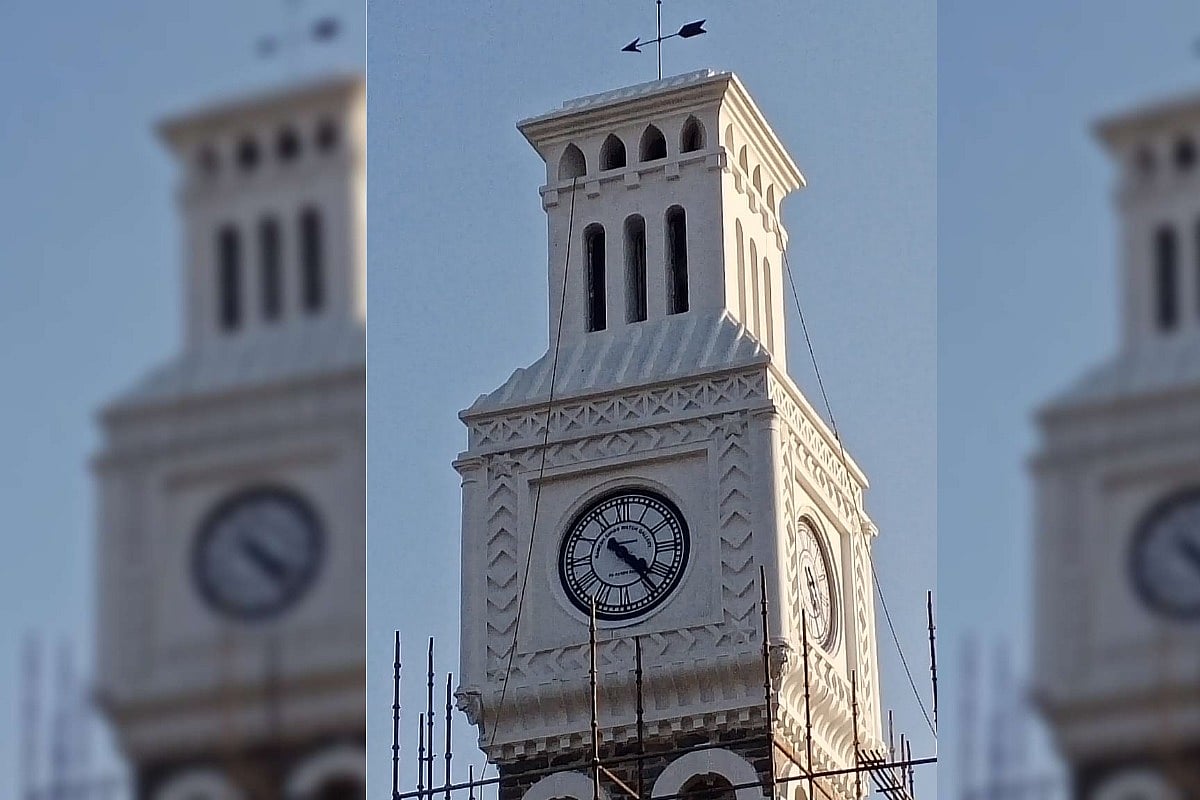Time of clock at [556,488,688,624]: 4:23
